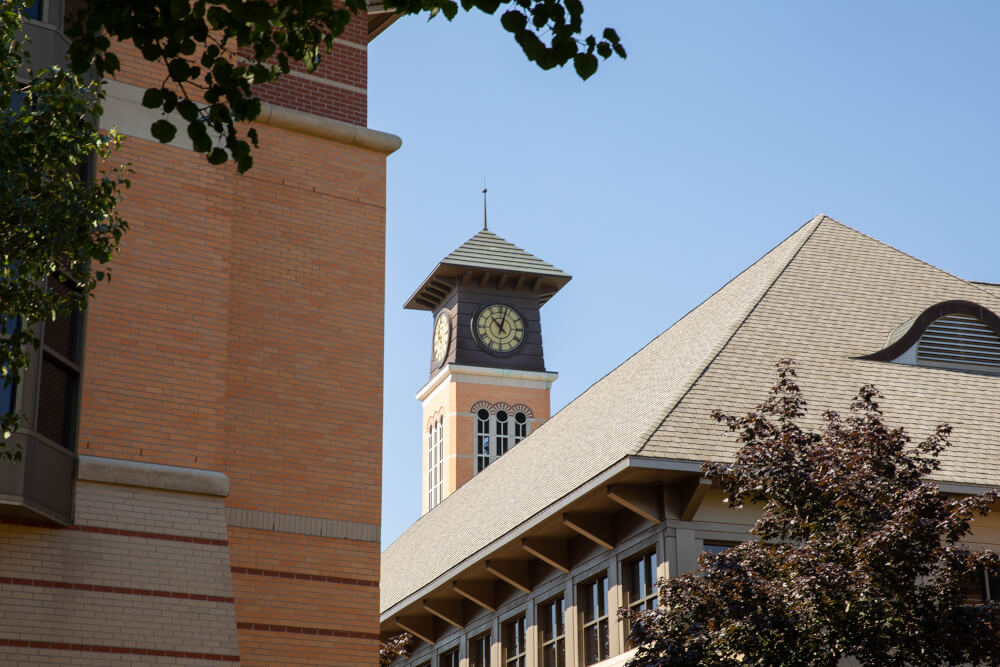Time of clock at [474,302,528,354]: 10:02
